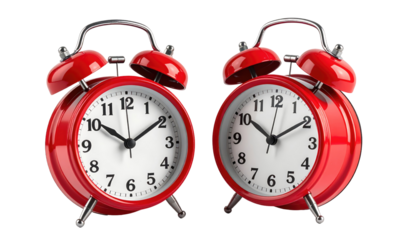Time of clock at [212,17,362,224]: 10:09
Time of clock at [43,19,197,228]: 10:09
